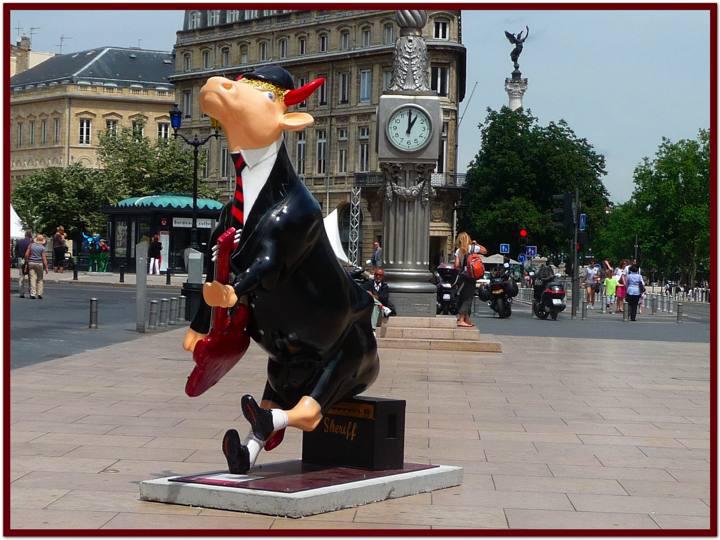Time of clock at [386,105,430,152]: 1:00
